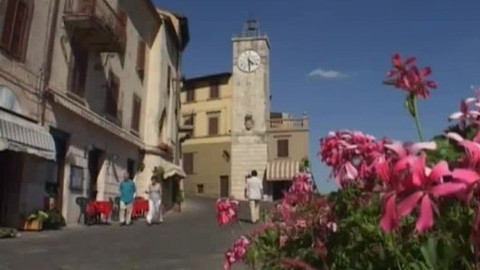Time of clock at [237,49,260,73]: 4:29
